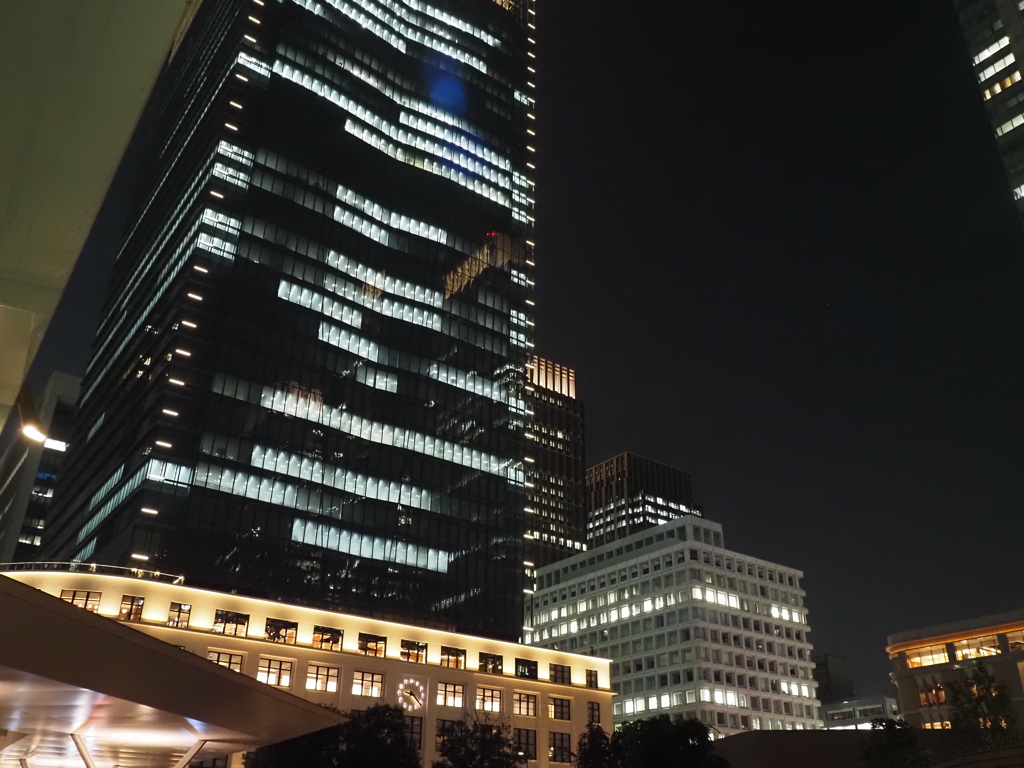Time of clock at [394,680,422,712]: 9:22
